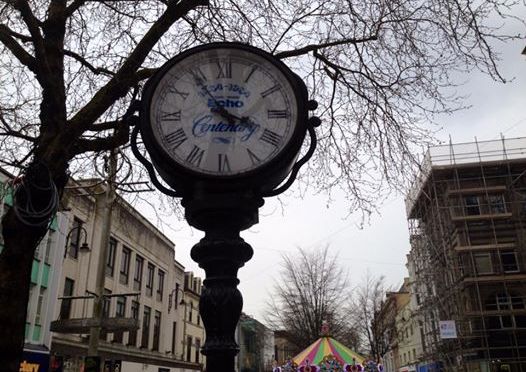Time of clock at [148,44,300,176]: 3:54
